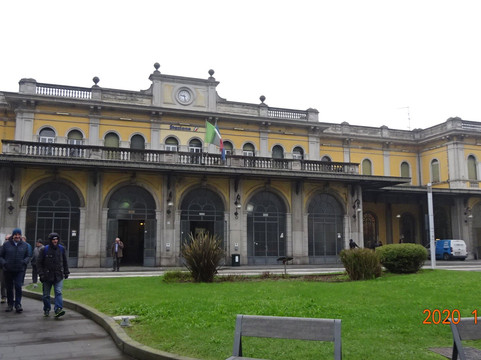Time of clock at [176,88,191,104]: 9:28
